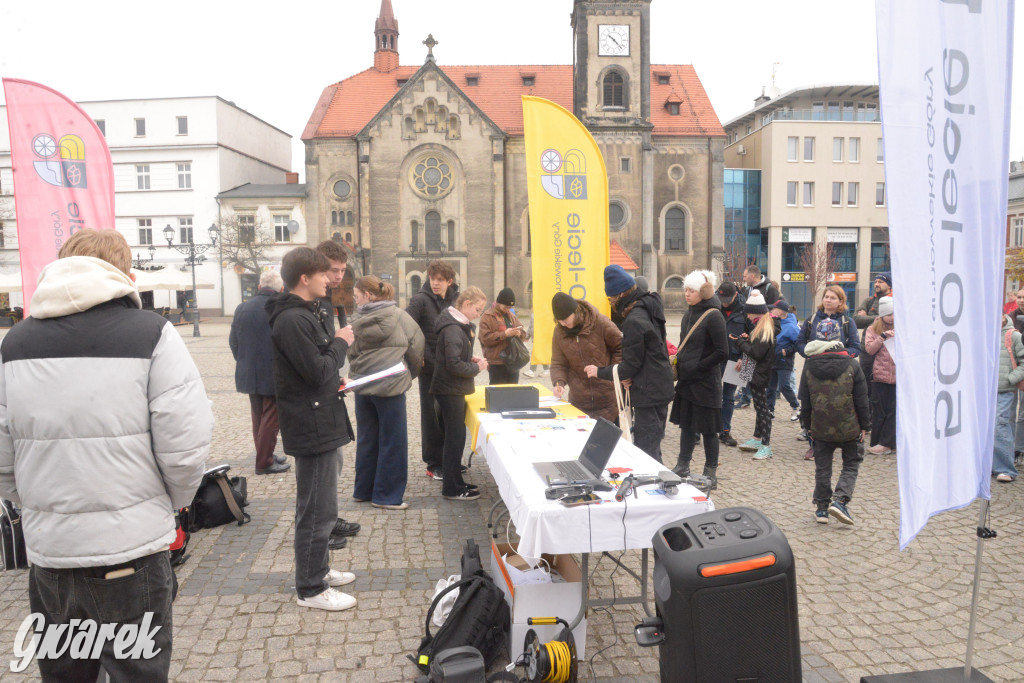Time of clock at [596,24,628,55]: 10:22
